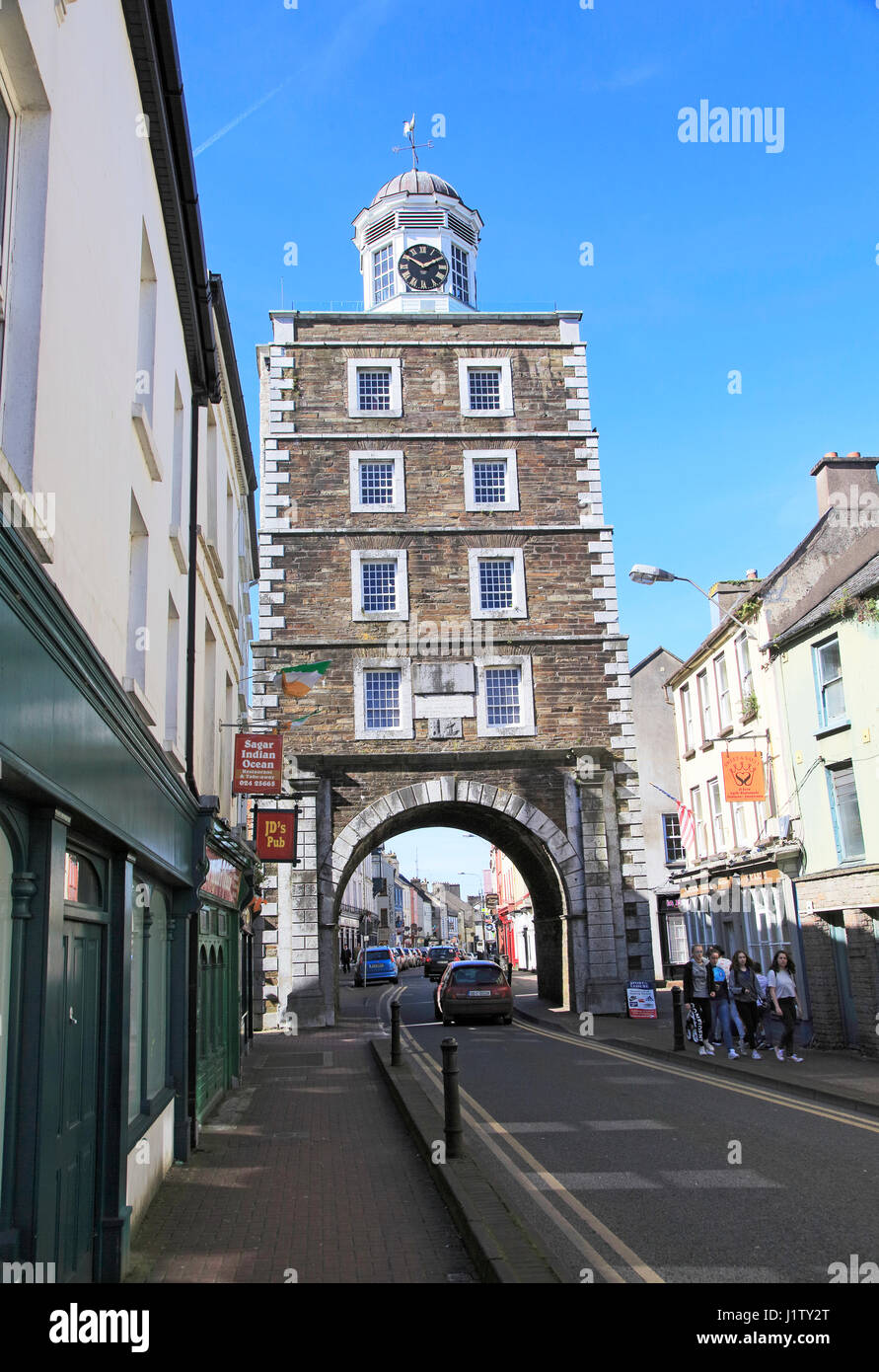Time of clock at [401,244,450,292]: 1:50
